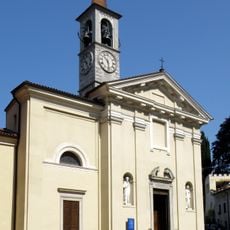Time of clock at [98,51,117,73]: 10:28
